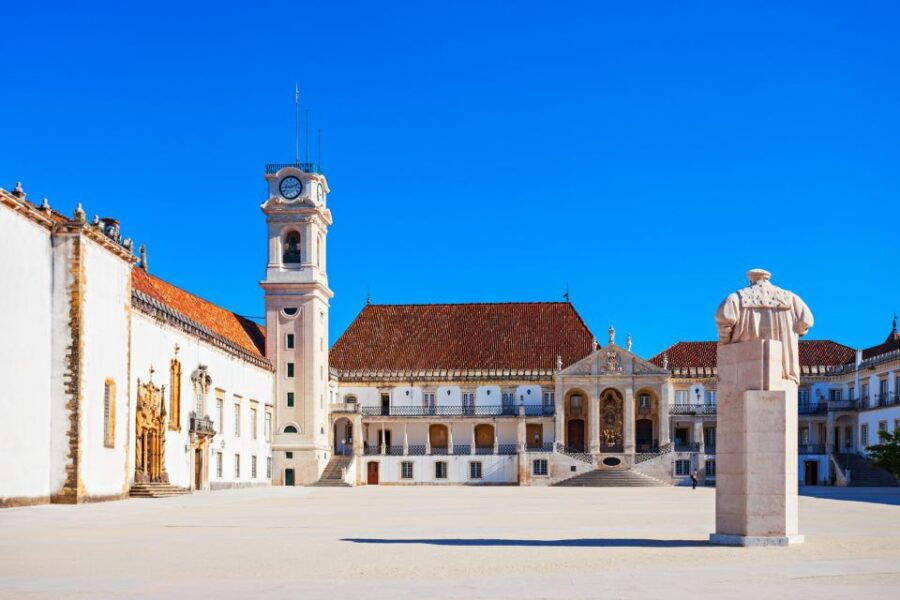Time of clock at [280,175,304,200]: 9:11
